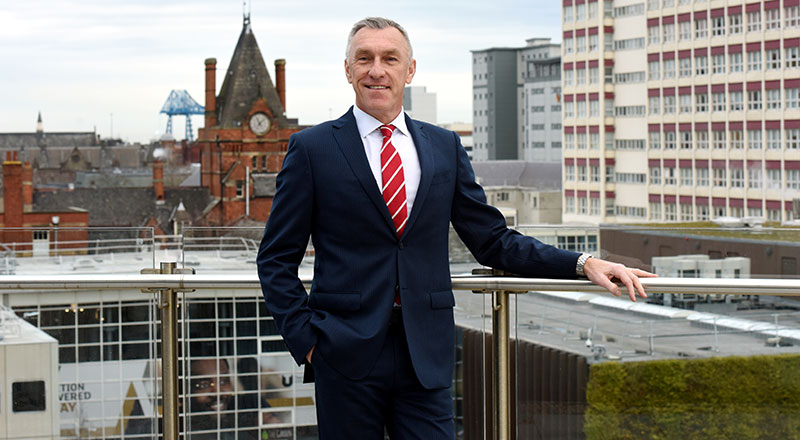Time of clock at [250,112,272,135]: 11:07
